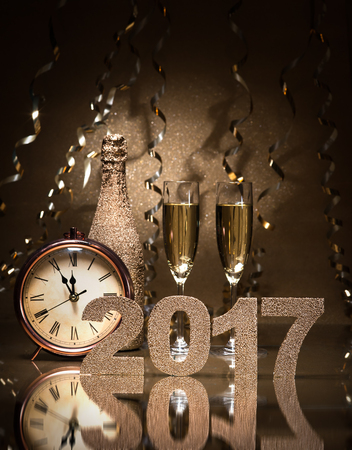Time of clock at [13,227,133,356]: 11:55
